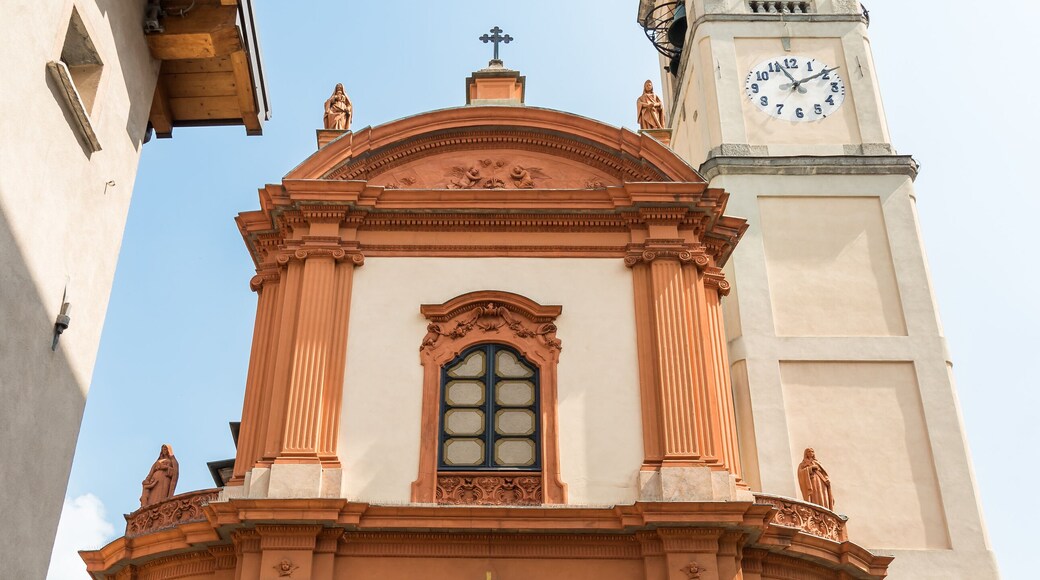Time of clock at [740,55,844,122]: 11:10
